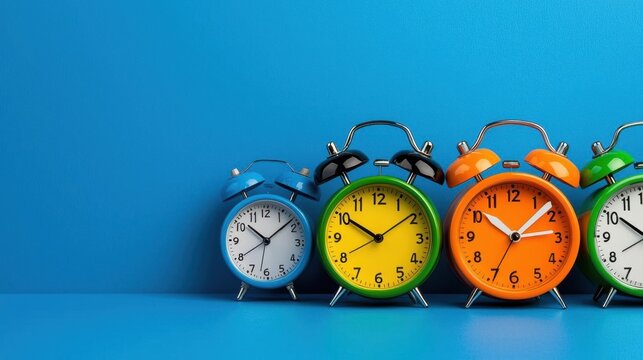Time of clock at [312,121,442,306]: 10:08
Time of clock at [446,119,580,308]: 10:08
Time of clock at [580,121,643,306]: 10:08
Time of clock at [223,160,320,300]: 10:08
